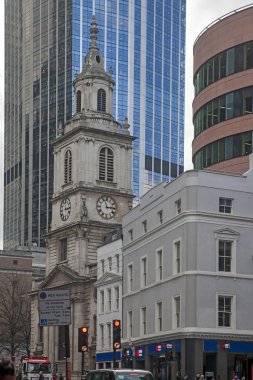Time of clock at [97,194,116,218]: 2:56
